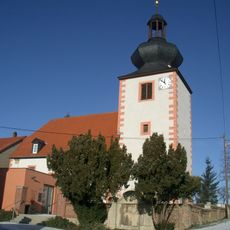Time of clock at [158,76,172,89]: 11:52
